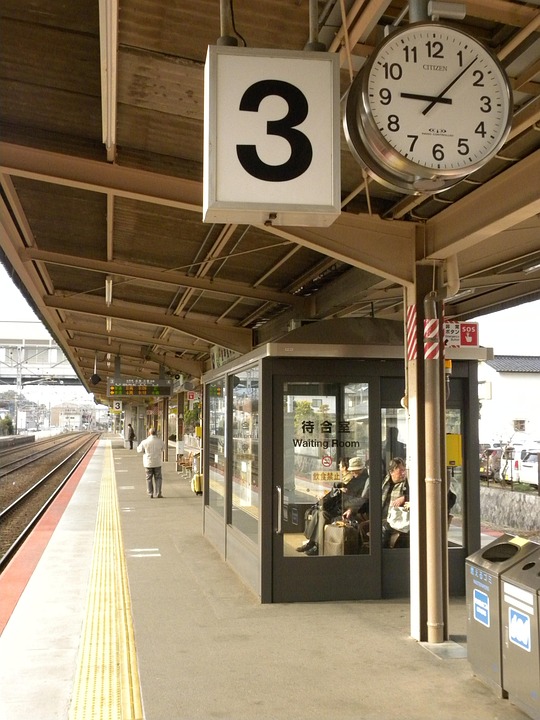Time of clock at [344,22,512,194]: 9:07
